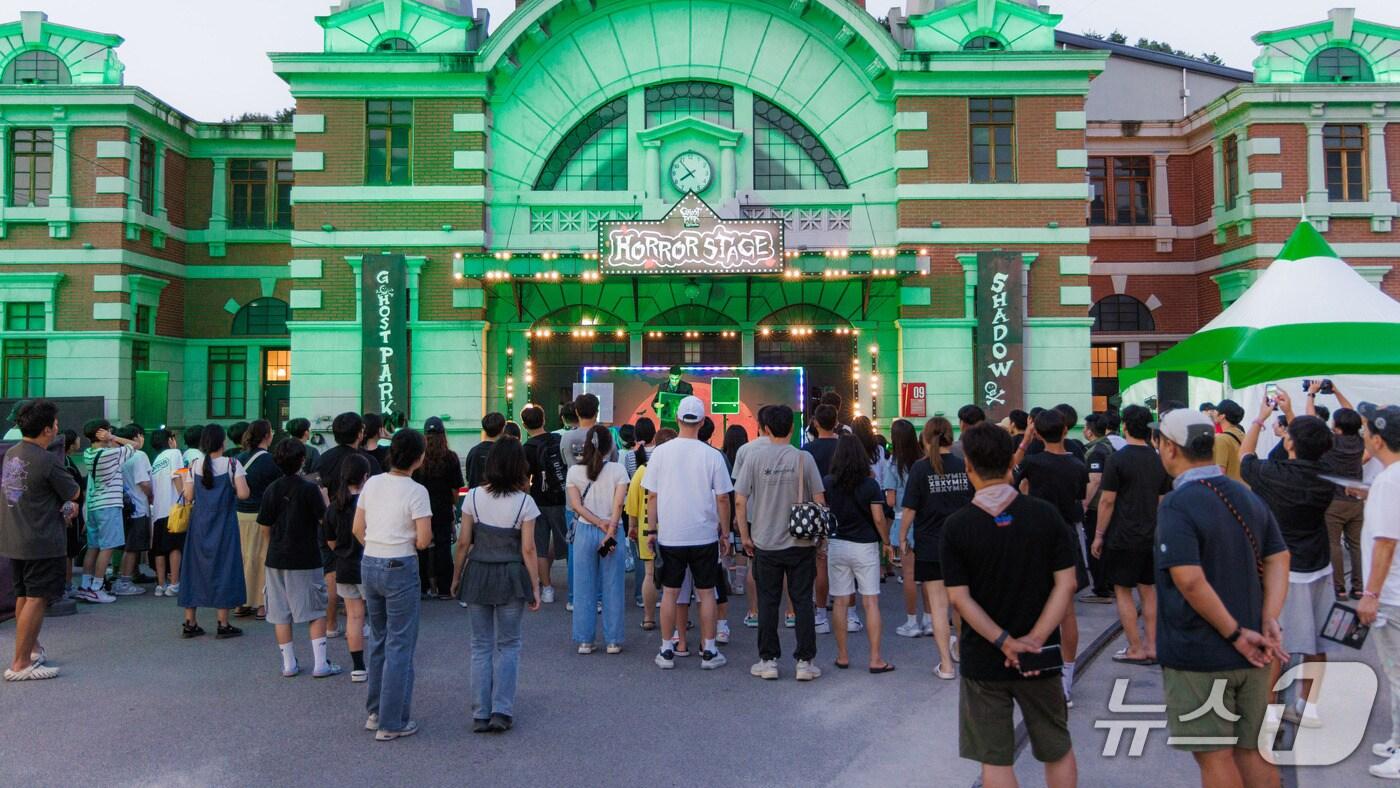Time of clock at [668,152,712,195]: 7:53
